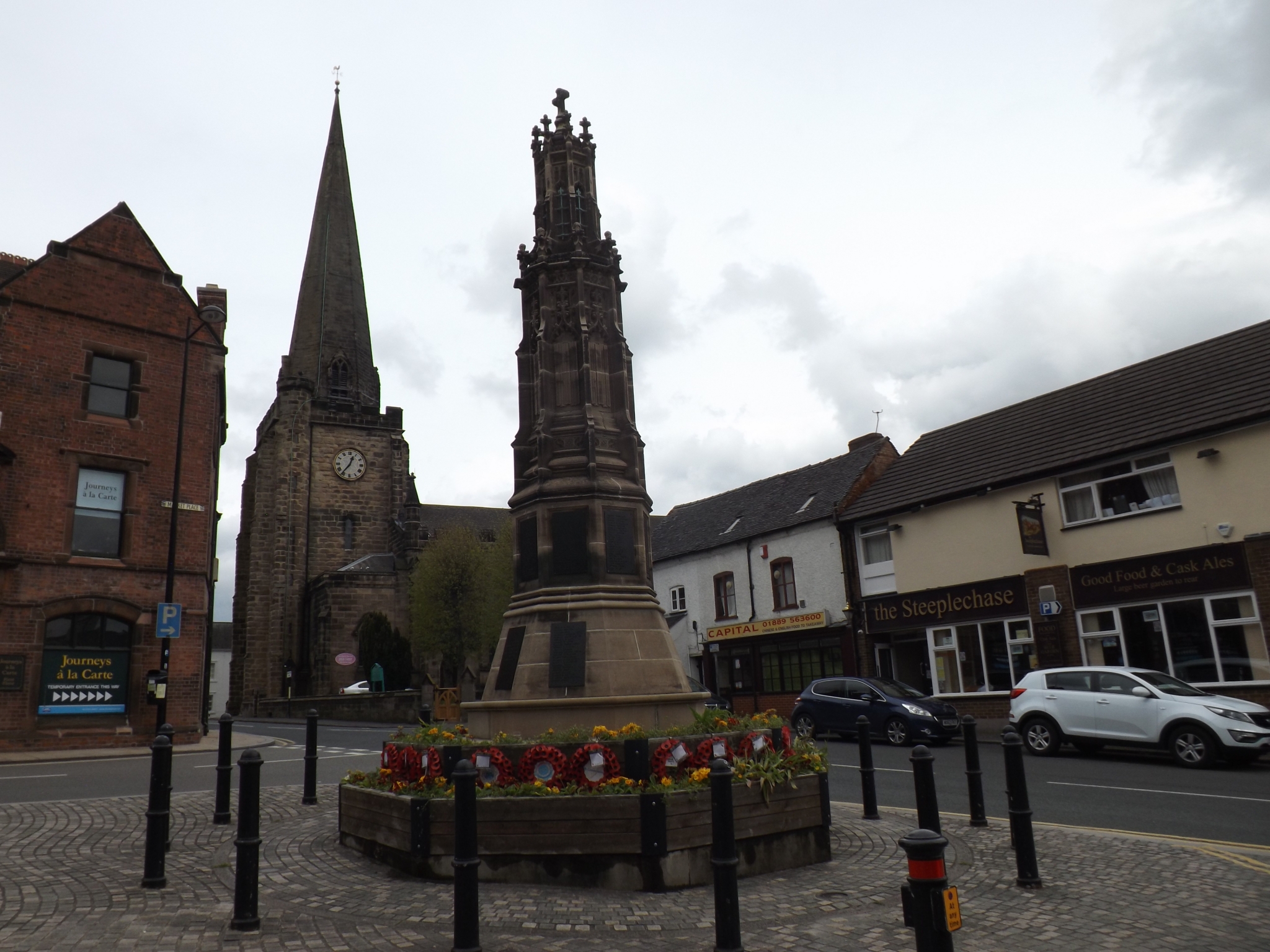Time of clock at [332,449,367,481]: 12:36
